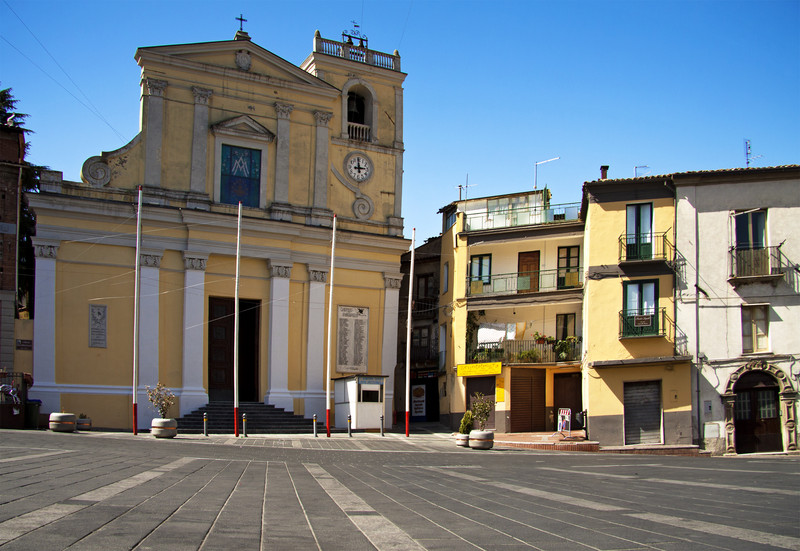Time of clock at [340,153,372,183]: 2:59
